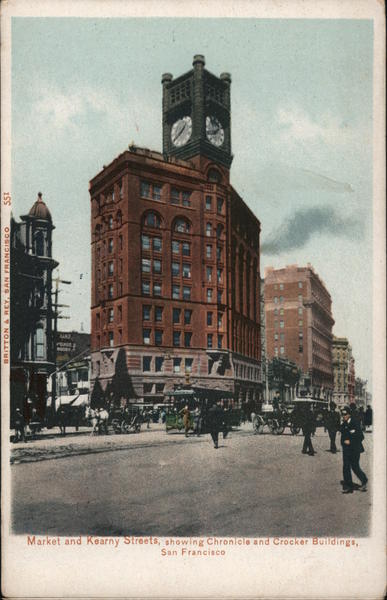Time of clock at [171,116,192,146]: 1:39
